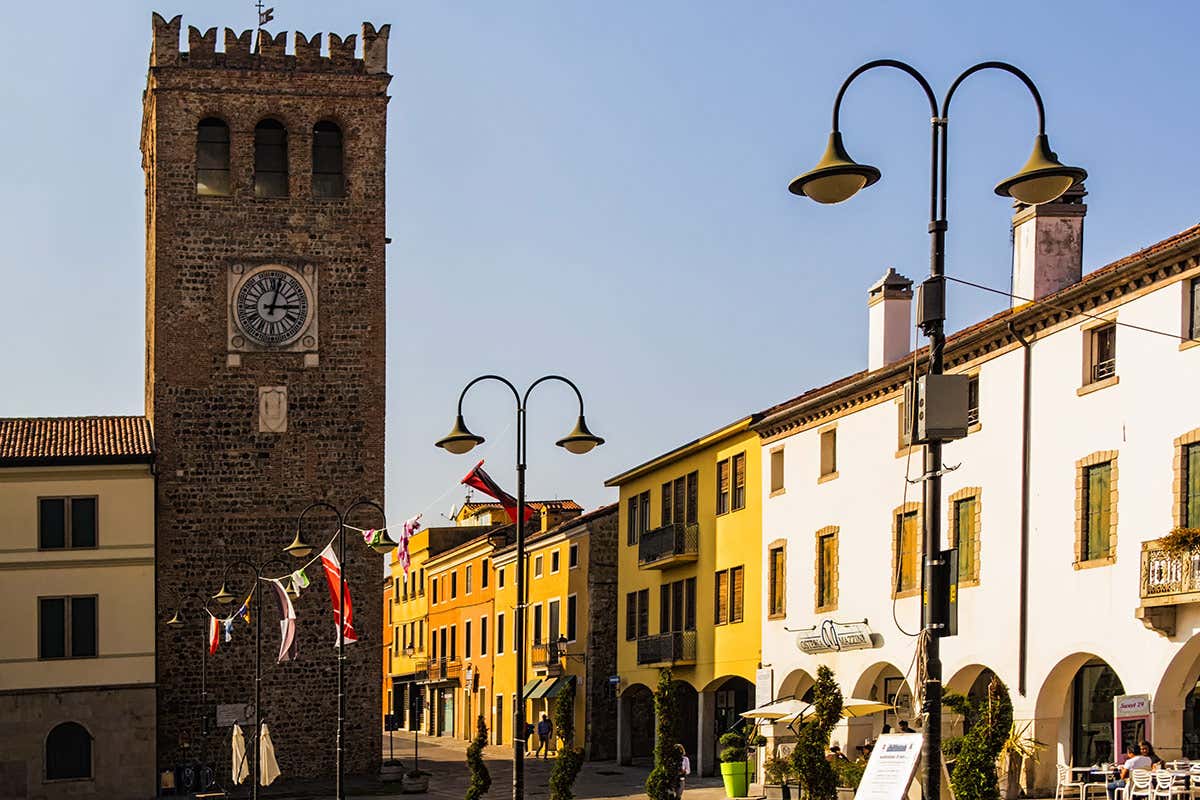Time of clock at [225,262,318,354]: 3:02
